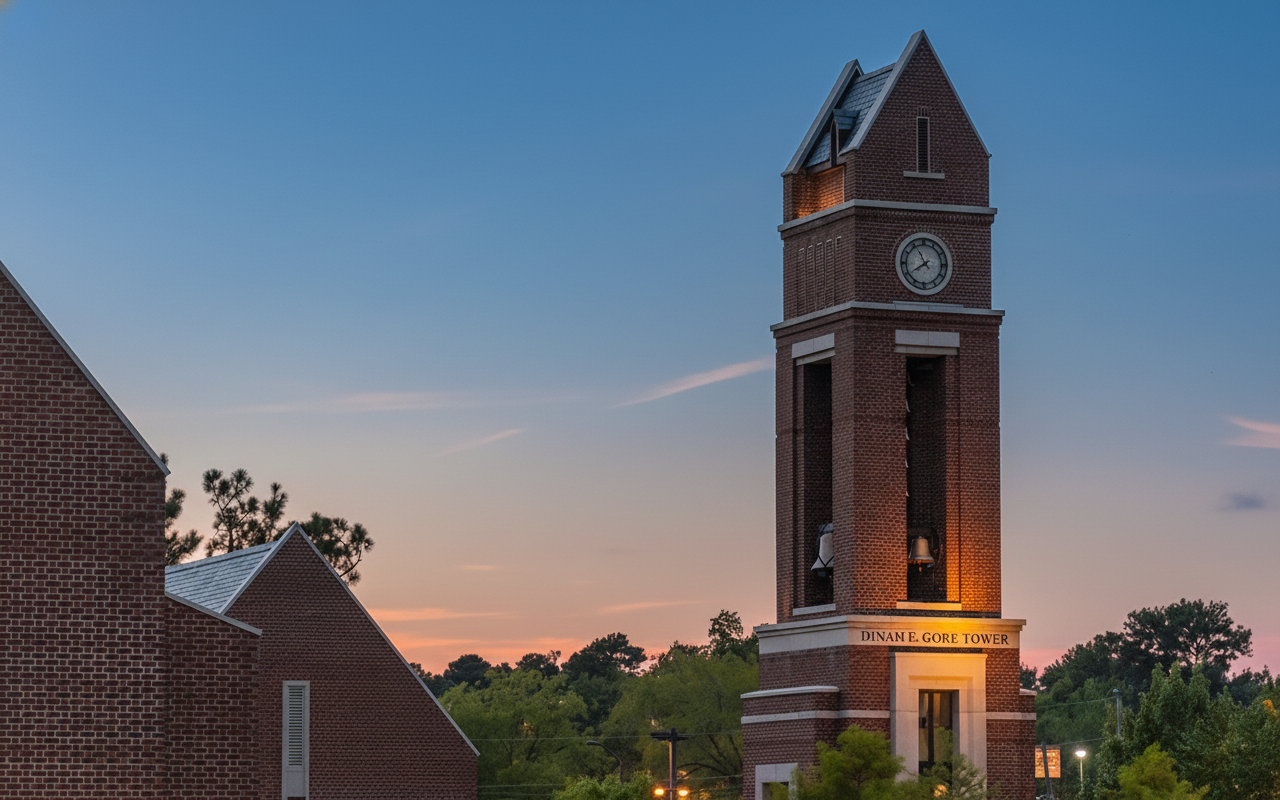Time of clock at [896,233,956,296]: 7:55
